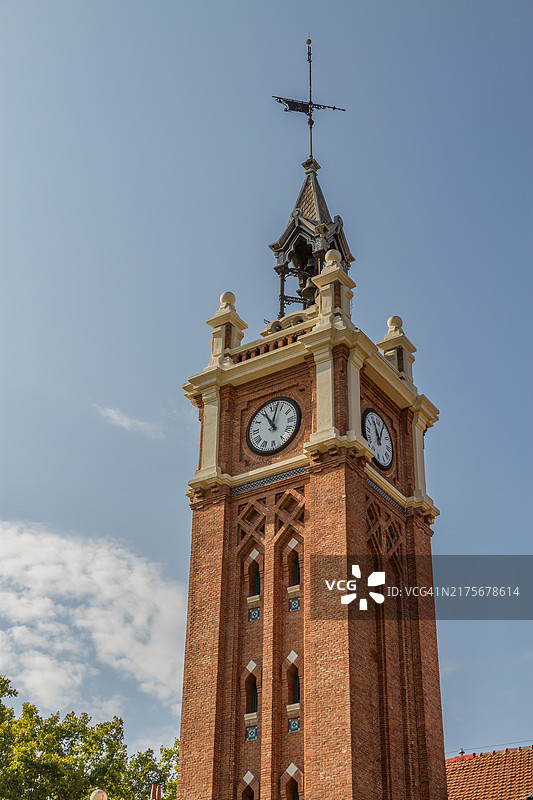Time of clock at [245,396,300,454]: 11:02
